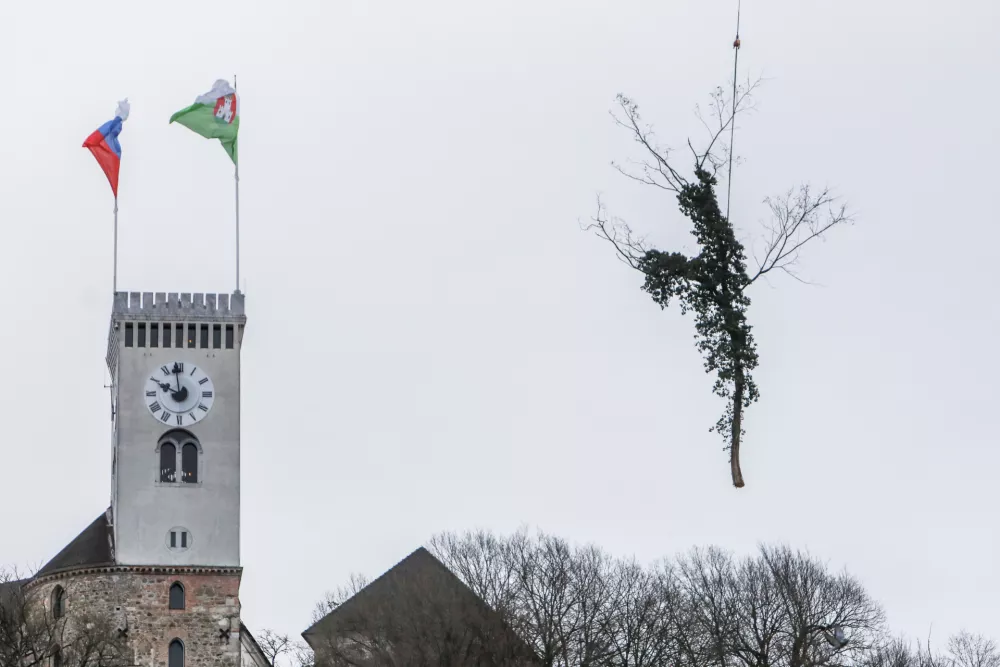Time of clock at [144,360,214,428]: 9:58
